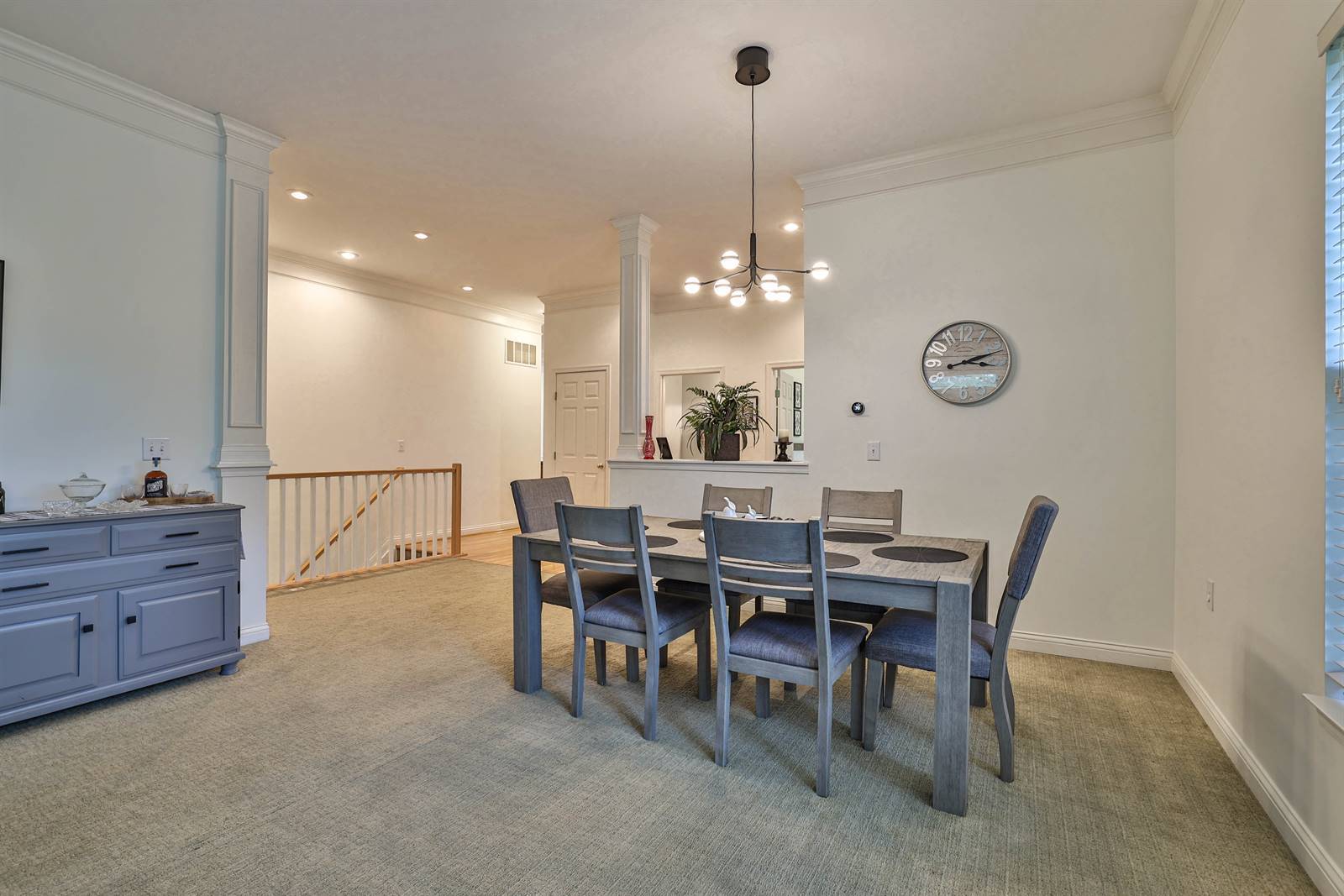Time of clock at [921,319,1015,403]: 3:11
